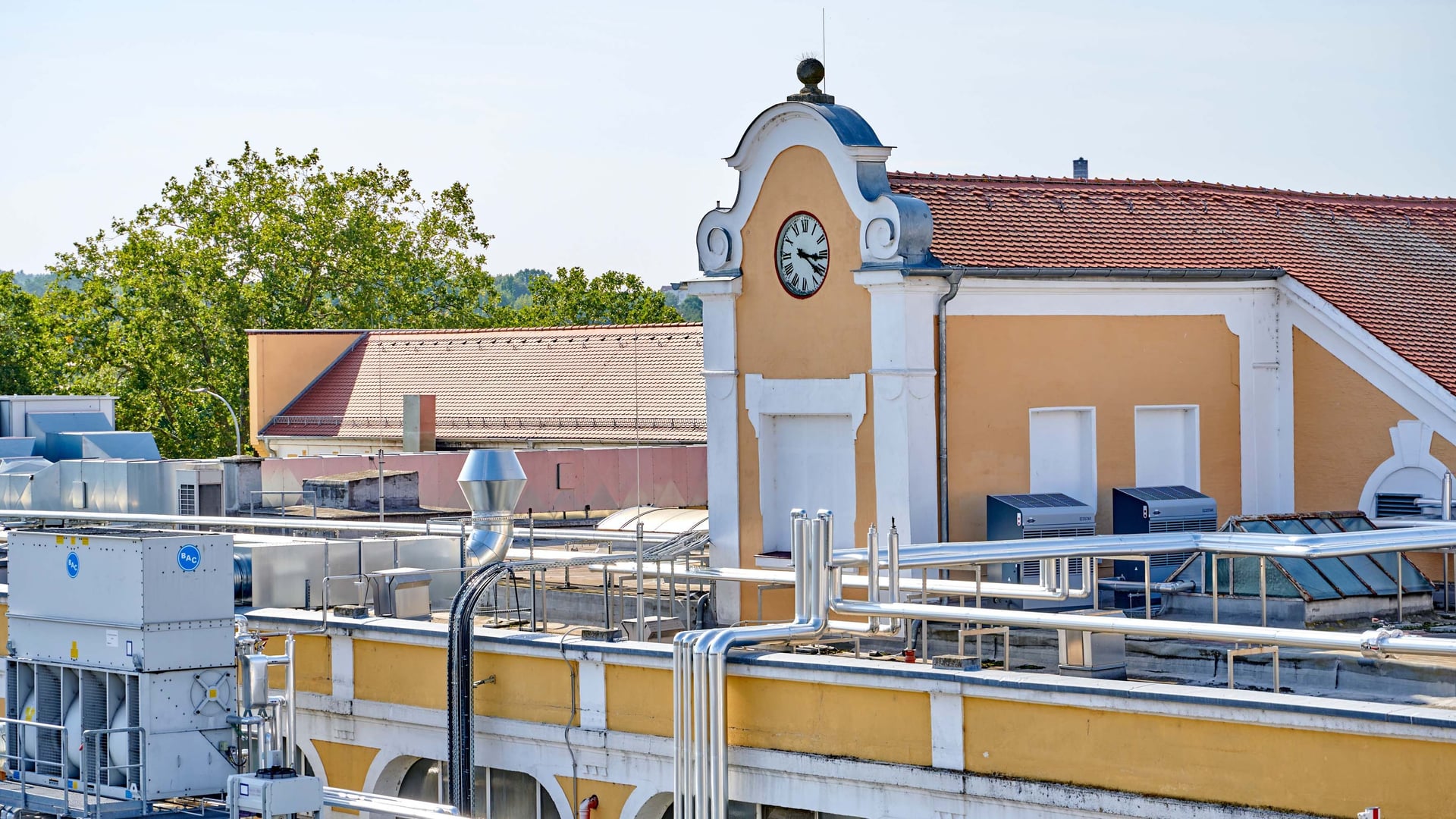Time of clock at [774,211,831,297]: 3:21
